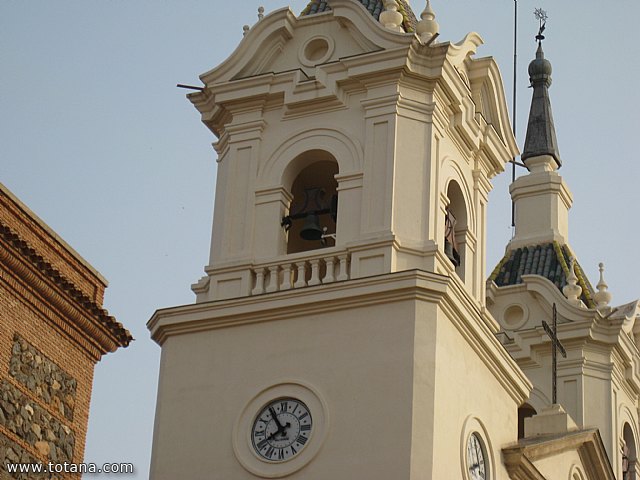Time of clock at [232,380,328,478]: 7:54
